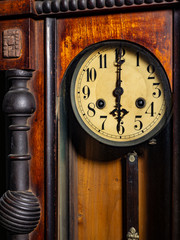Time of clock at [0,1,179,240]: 6:00
